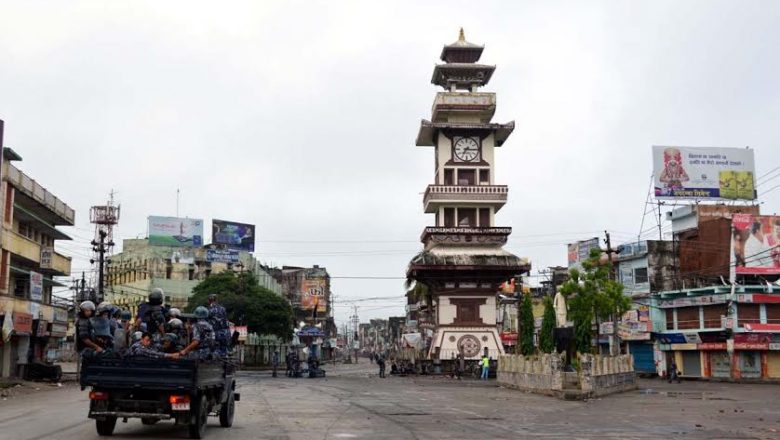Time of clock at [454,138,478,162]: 7:15
